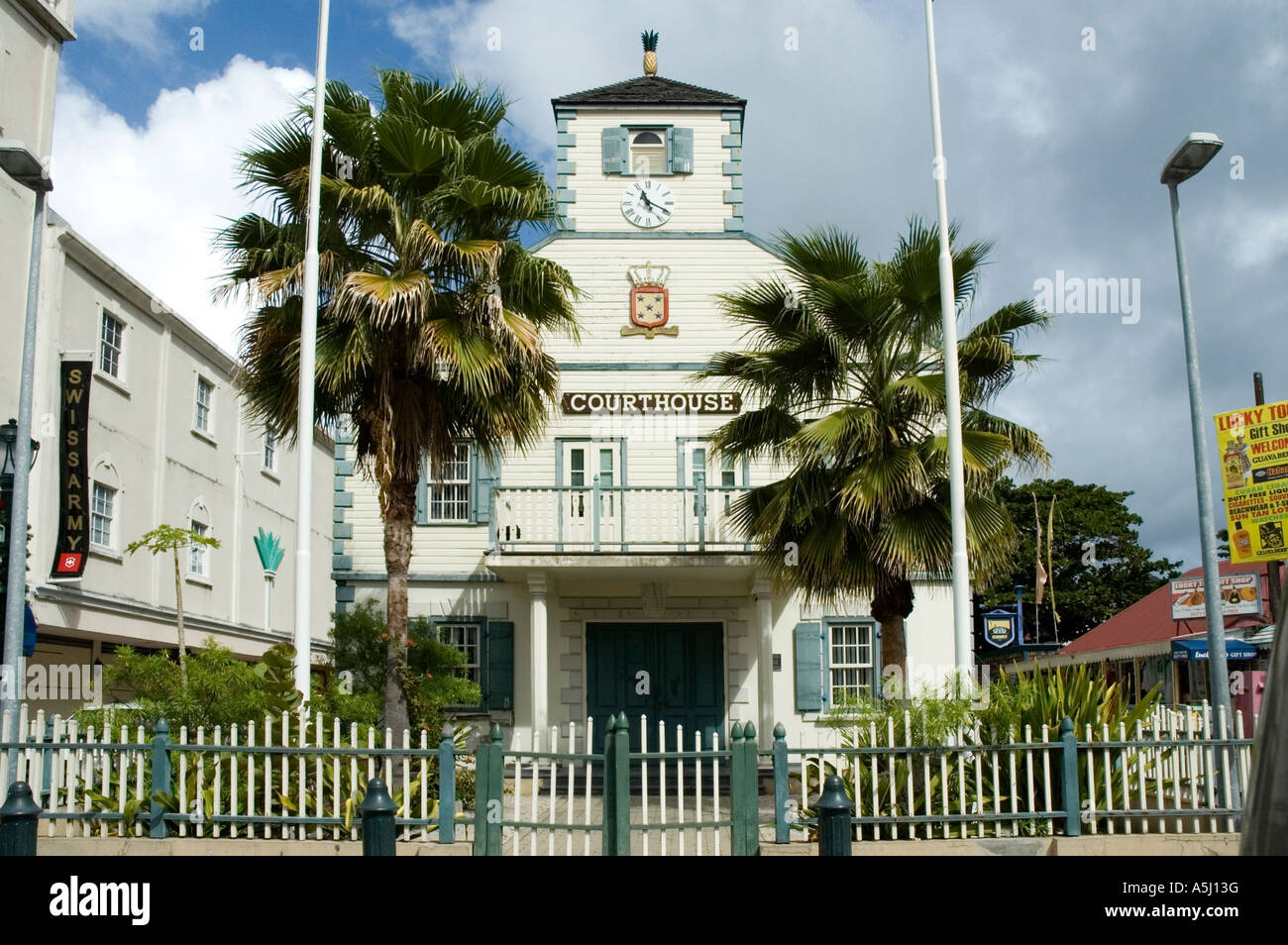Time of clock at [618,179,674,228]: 11:19
